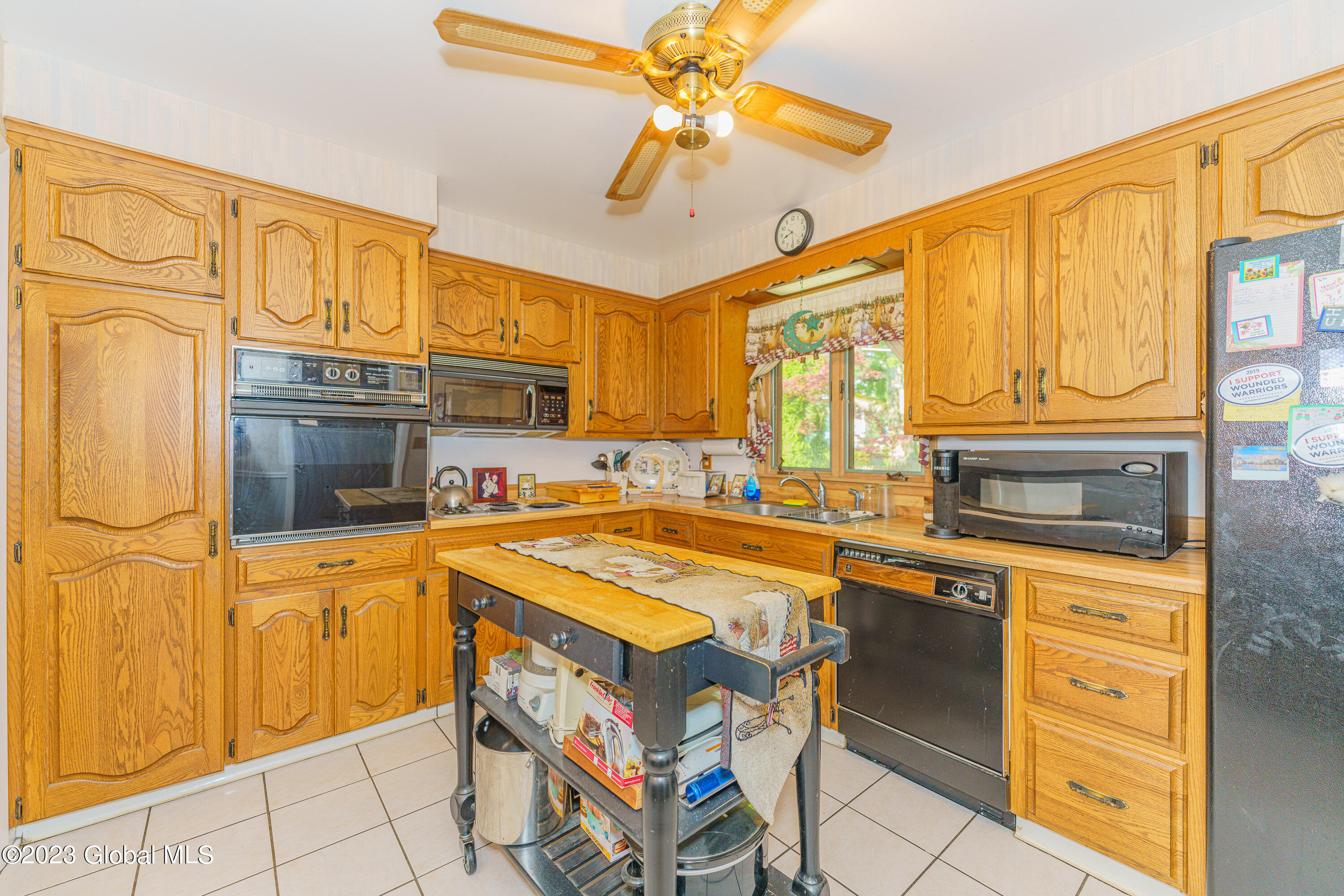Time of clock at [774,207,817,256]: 8:21
